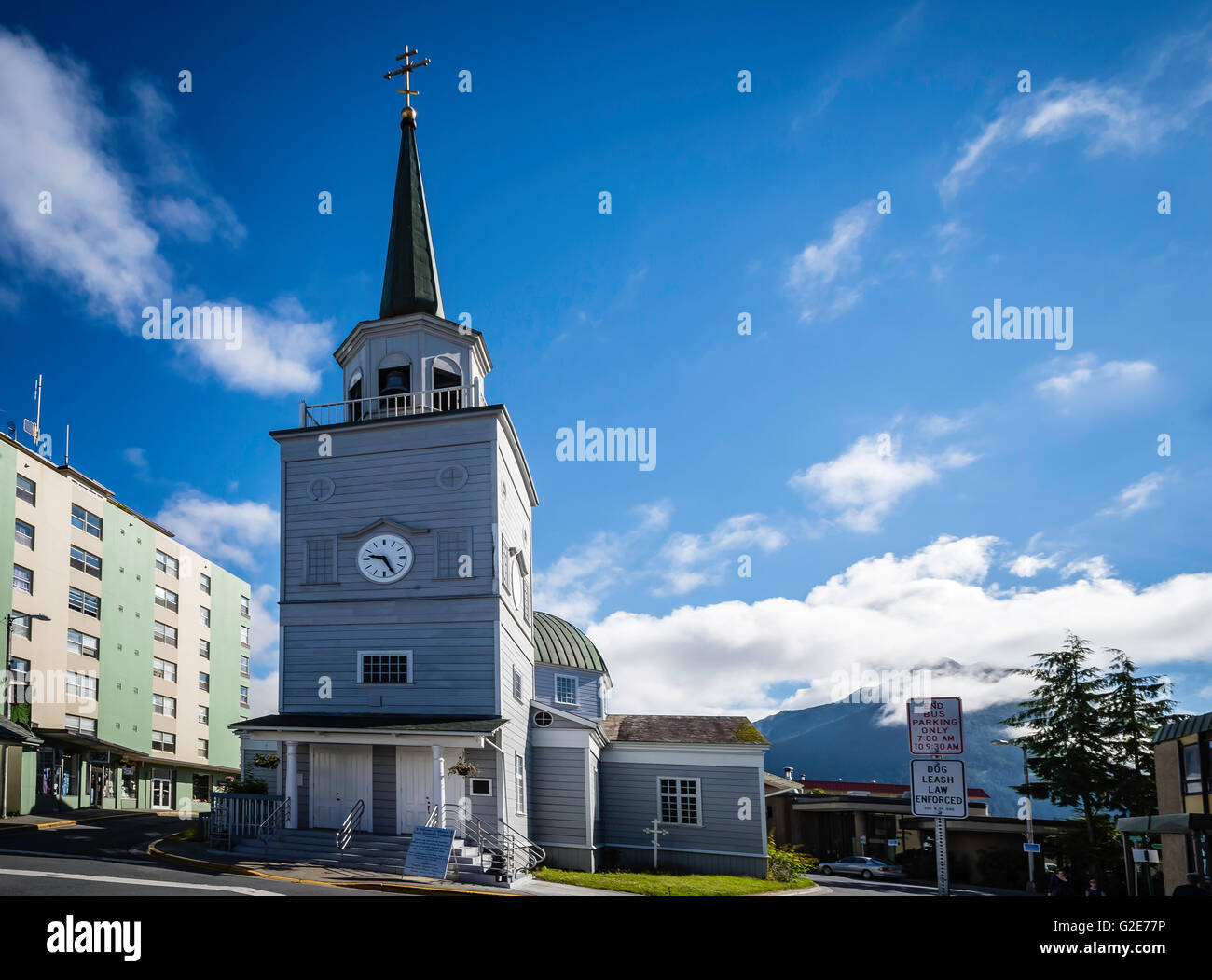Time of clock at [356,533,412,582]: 9:25
